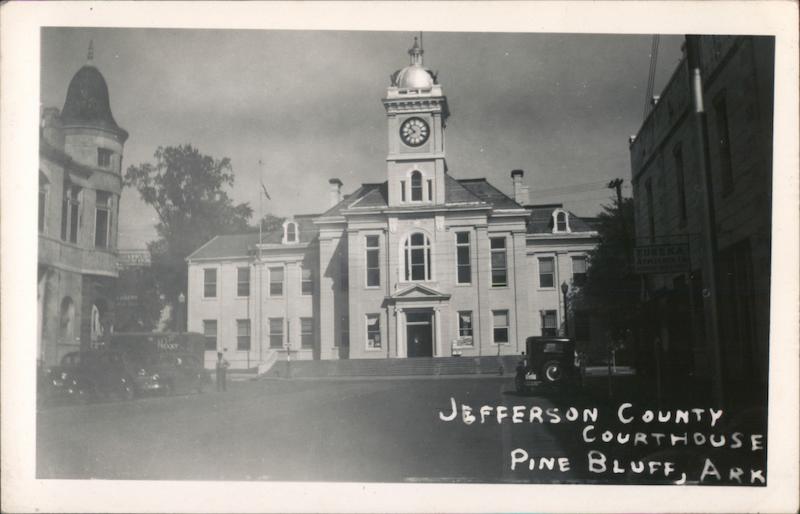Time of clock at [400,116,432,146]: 10:40
